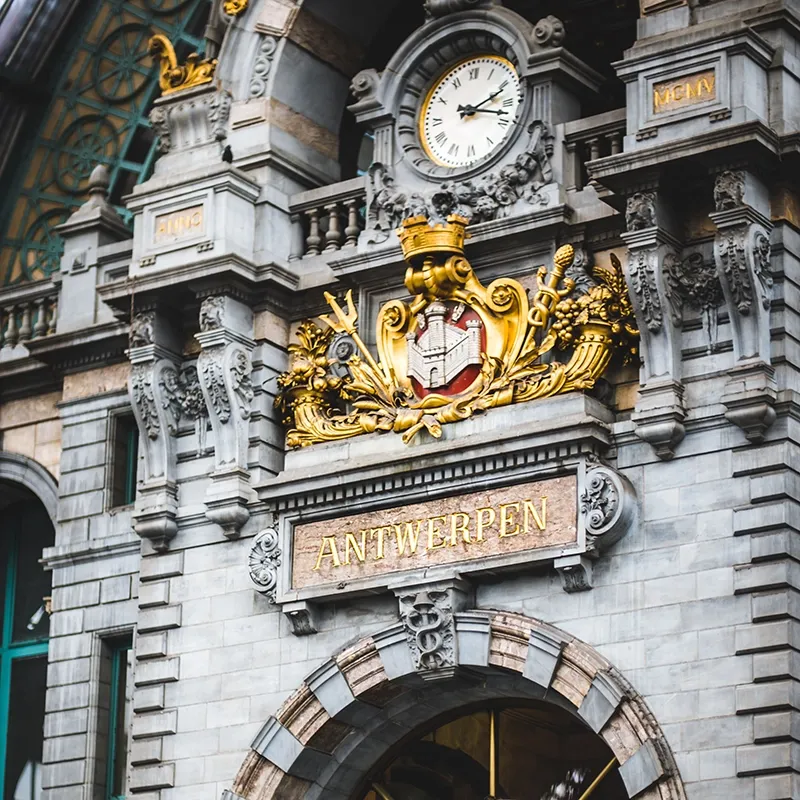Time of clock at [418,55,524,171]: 2:17
